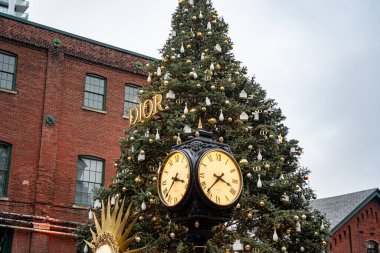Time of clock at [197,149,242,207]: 3:37
